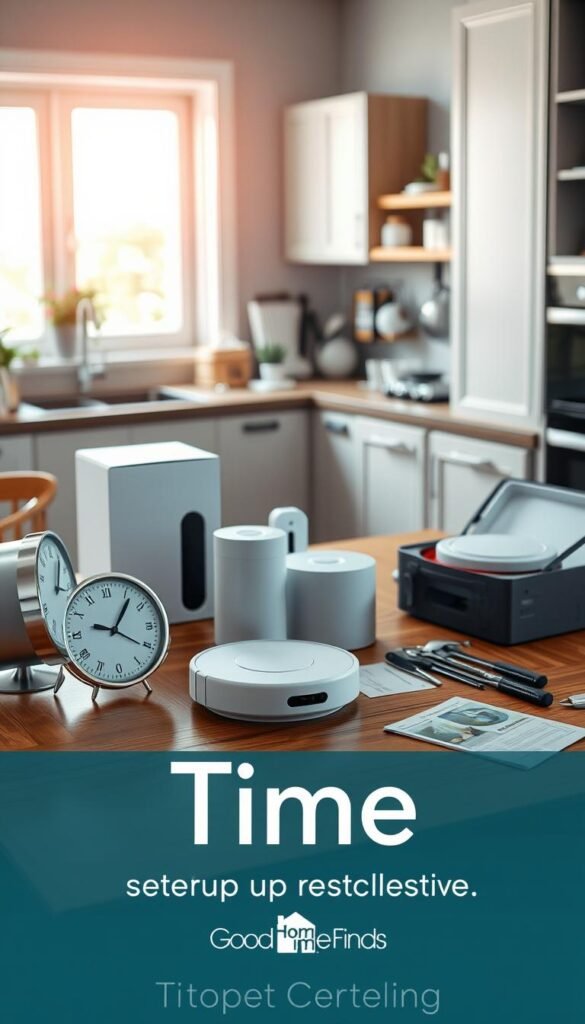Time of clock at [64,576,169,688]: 1:20
